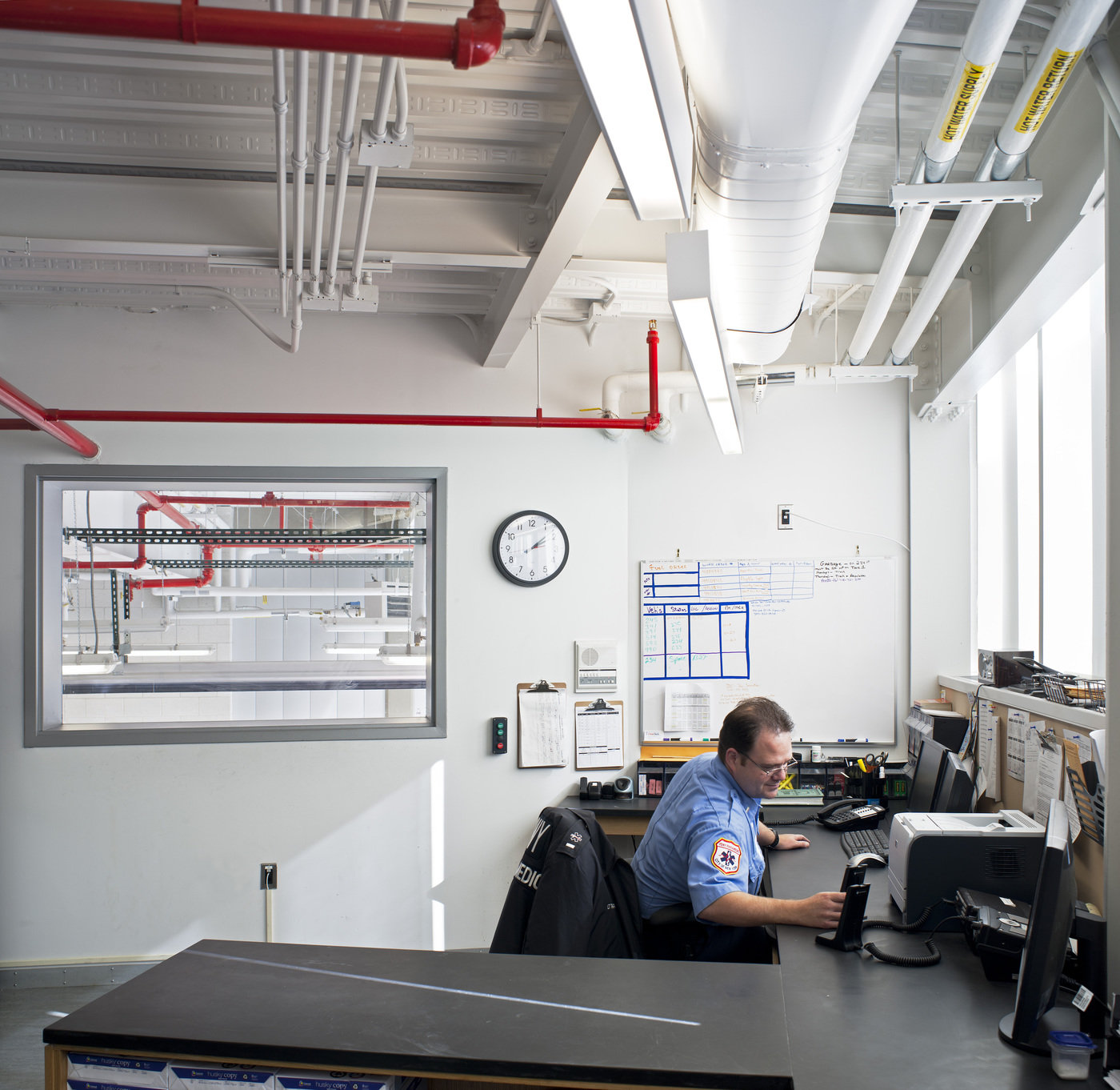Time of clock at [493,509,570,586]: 2:08
